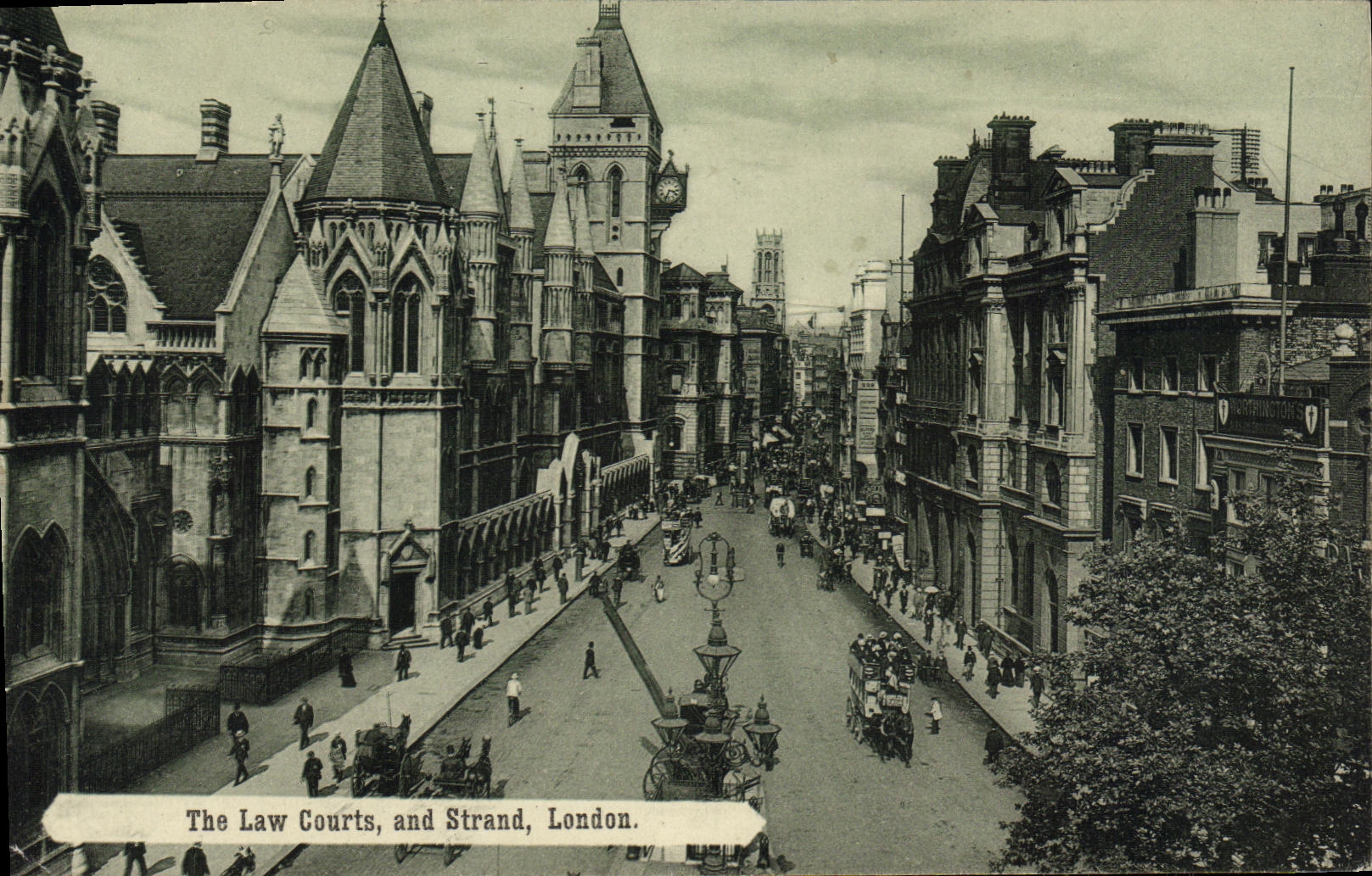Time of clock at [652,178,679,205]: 3:33
